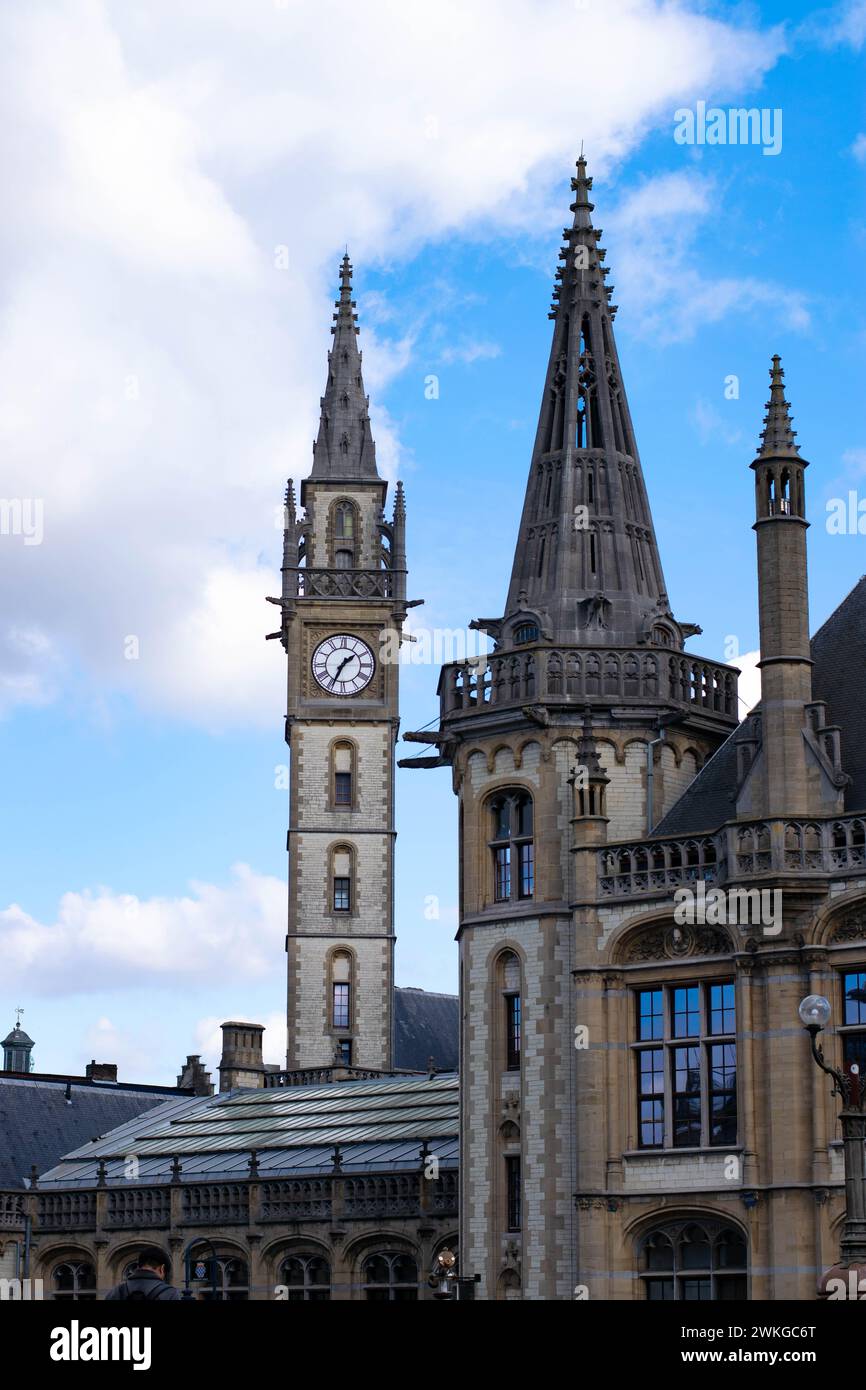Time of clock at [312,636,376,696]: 1:34
